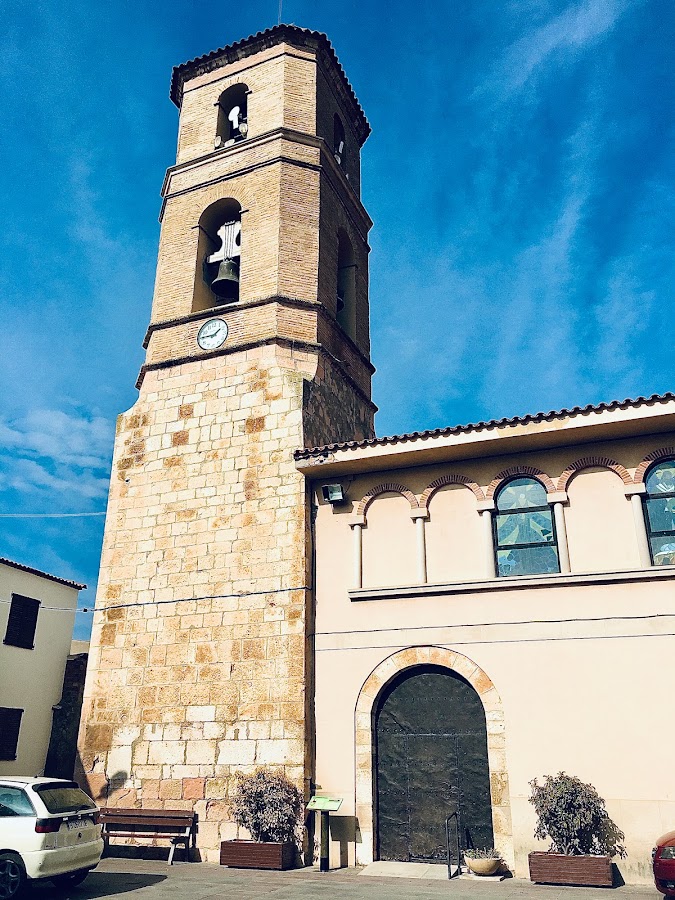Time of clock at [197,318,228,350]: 1:45
